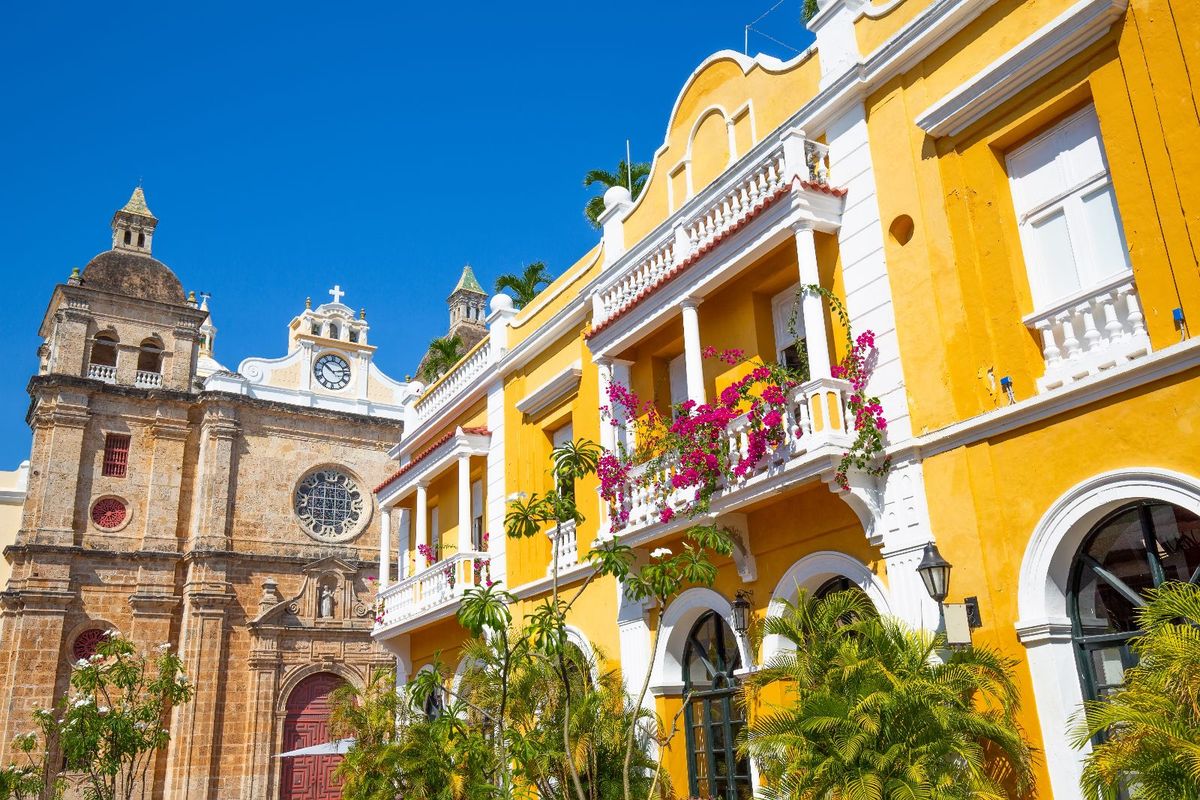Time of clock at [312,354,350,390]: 10:12
